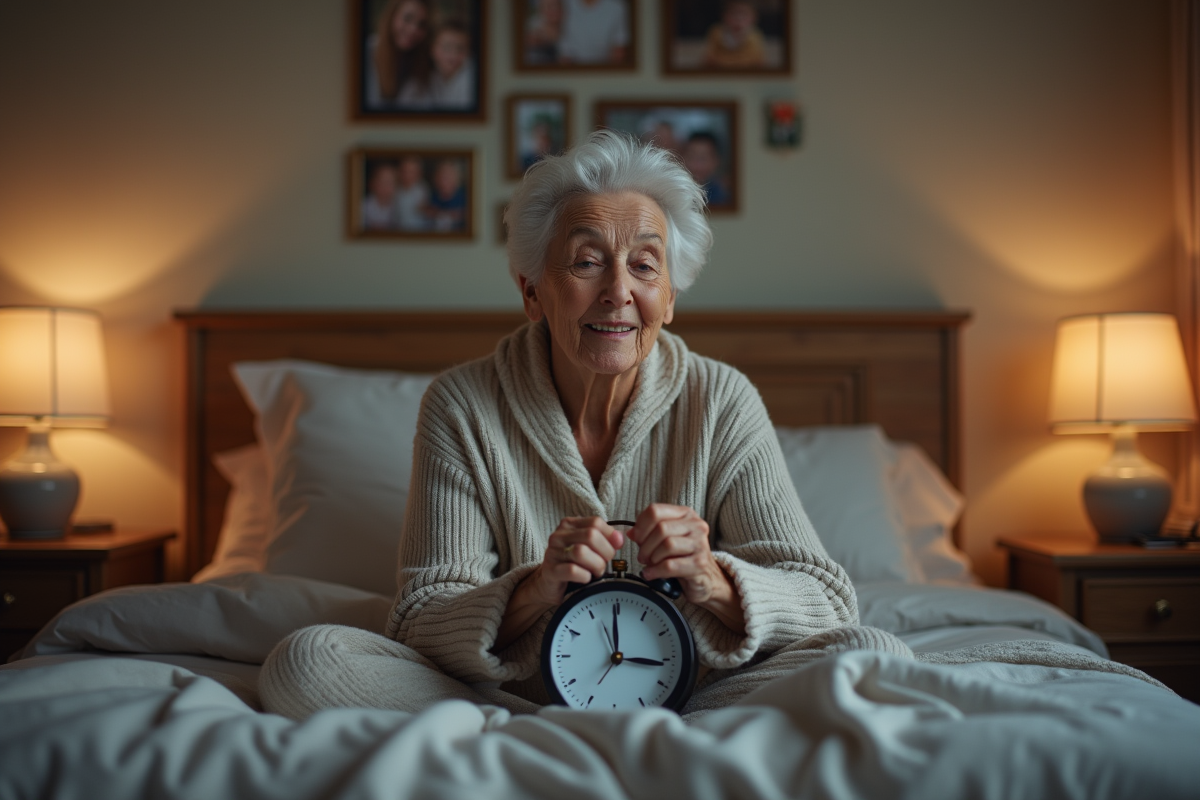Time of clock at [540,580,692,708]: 2:59
